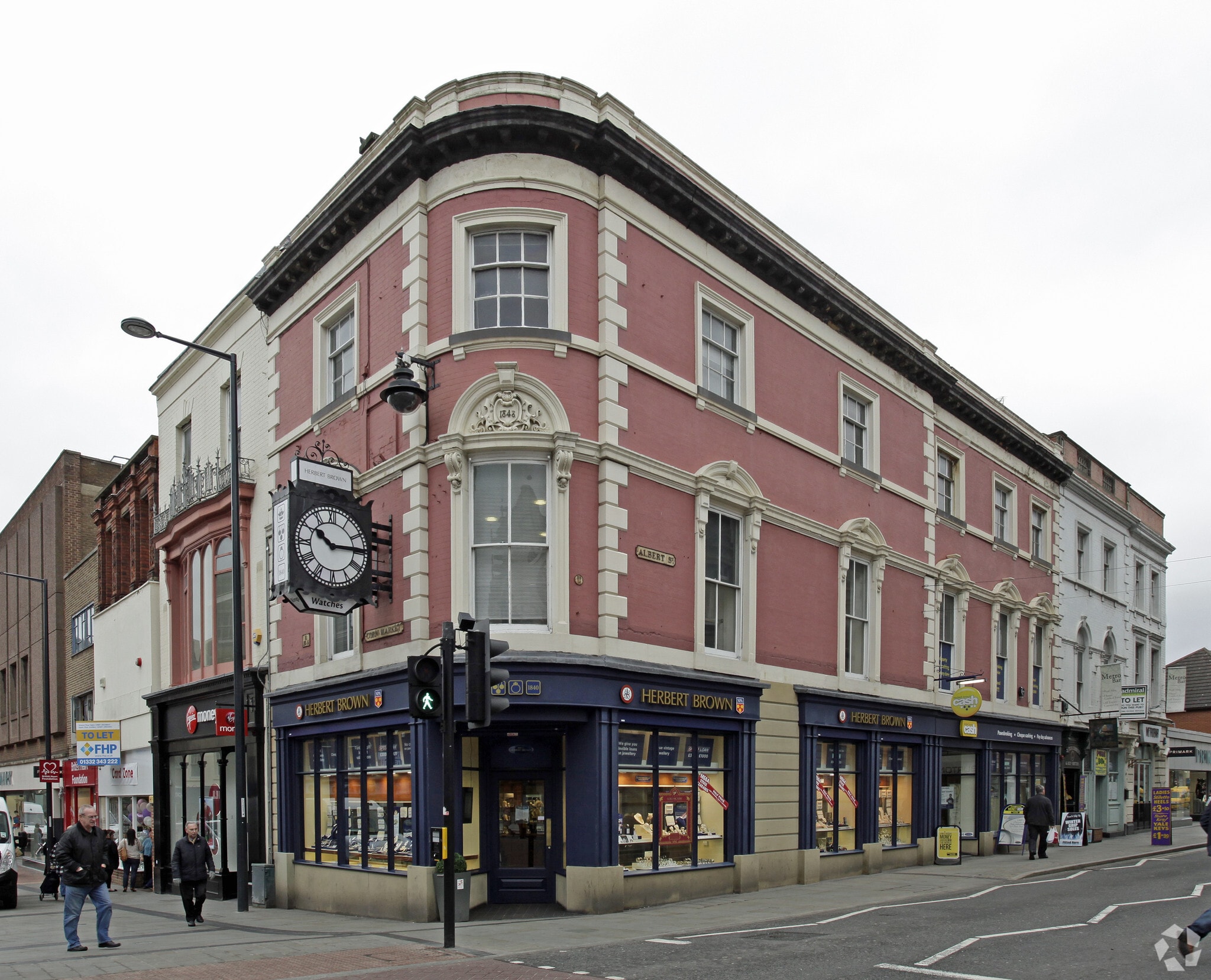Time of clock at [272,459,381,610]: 10:14
